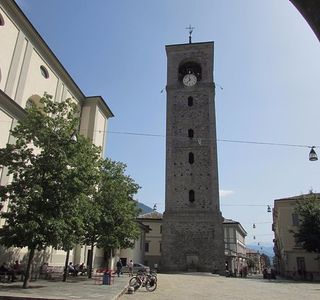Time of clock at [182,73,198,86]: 11:37
